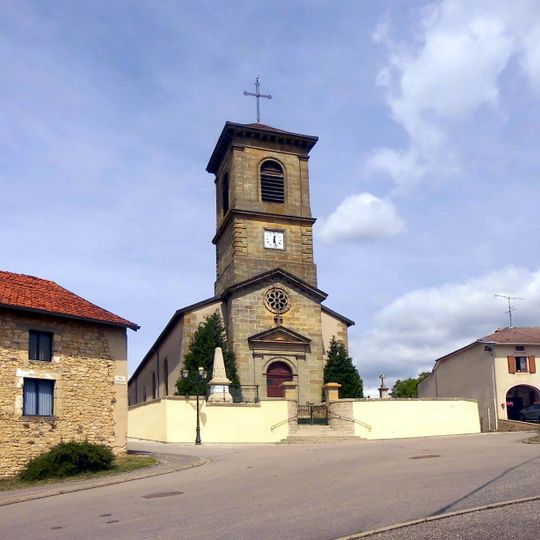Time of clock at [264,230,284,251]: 12:27
